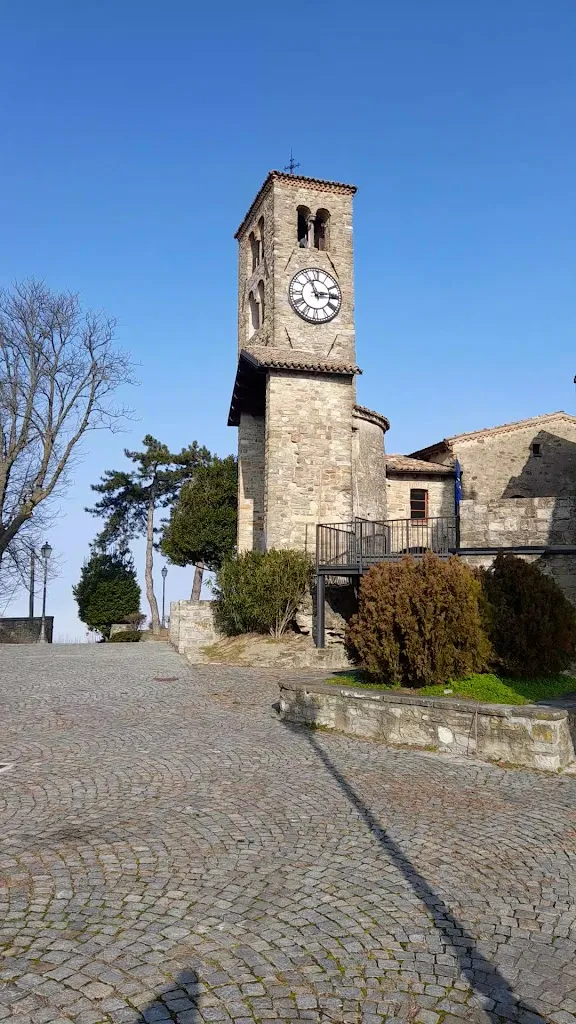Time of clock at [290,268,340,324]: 2:56
